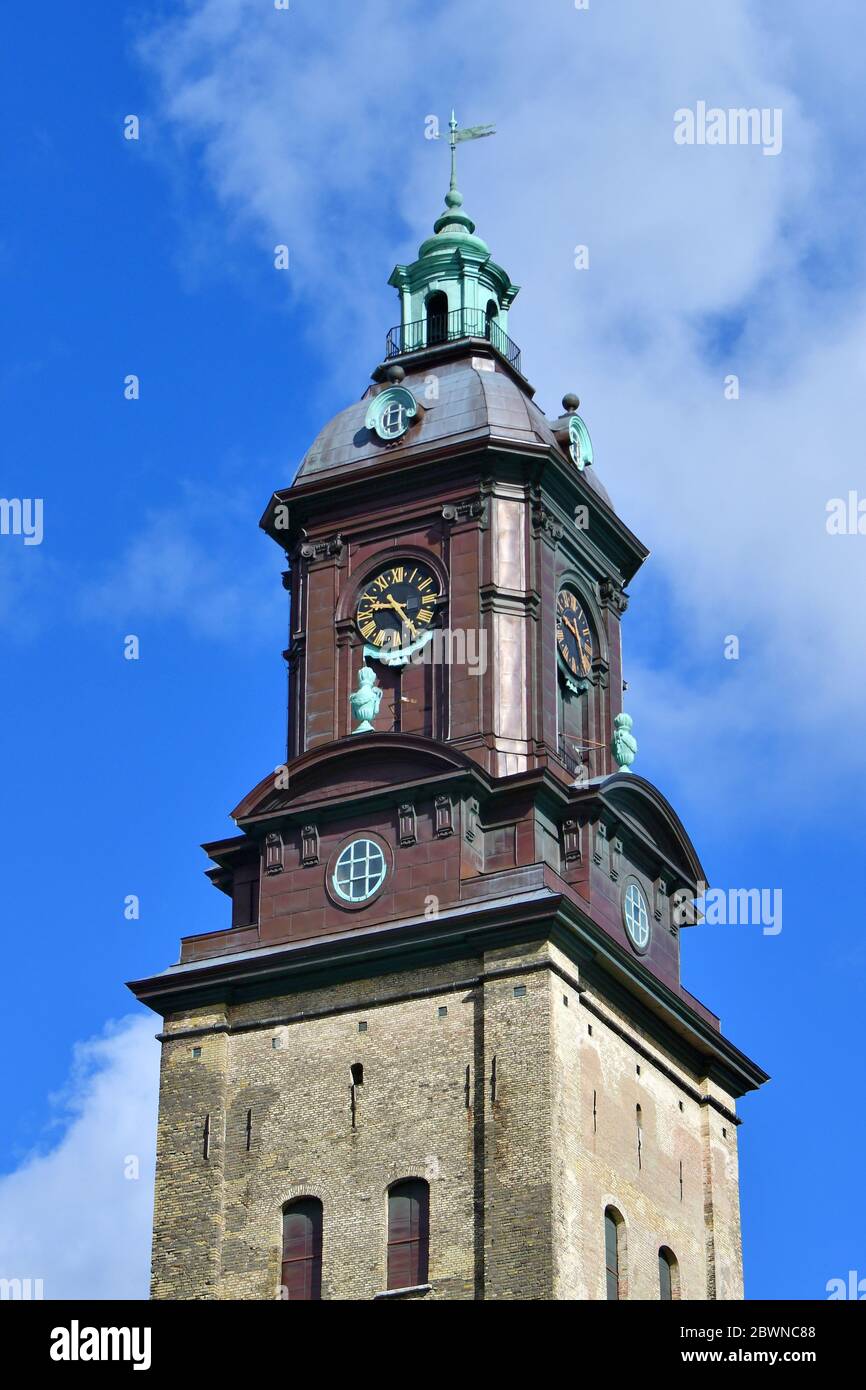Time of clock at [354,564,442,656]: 9:23
